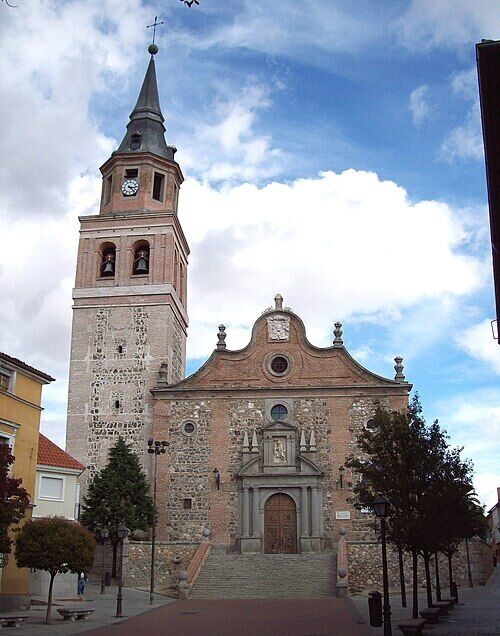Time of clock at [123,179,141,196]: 3:22
